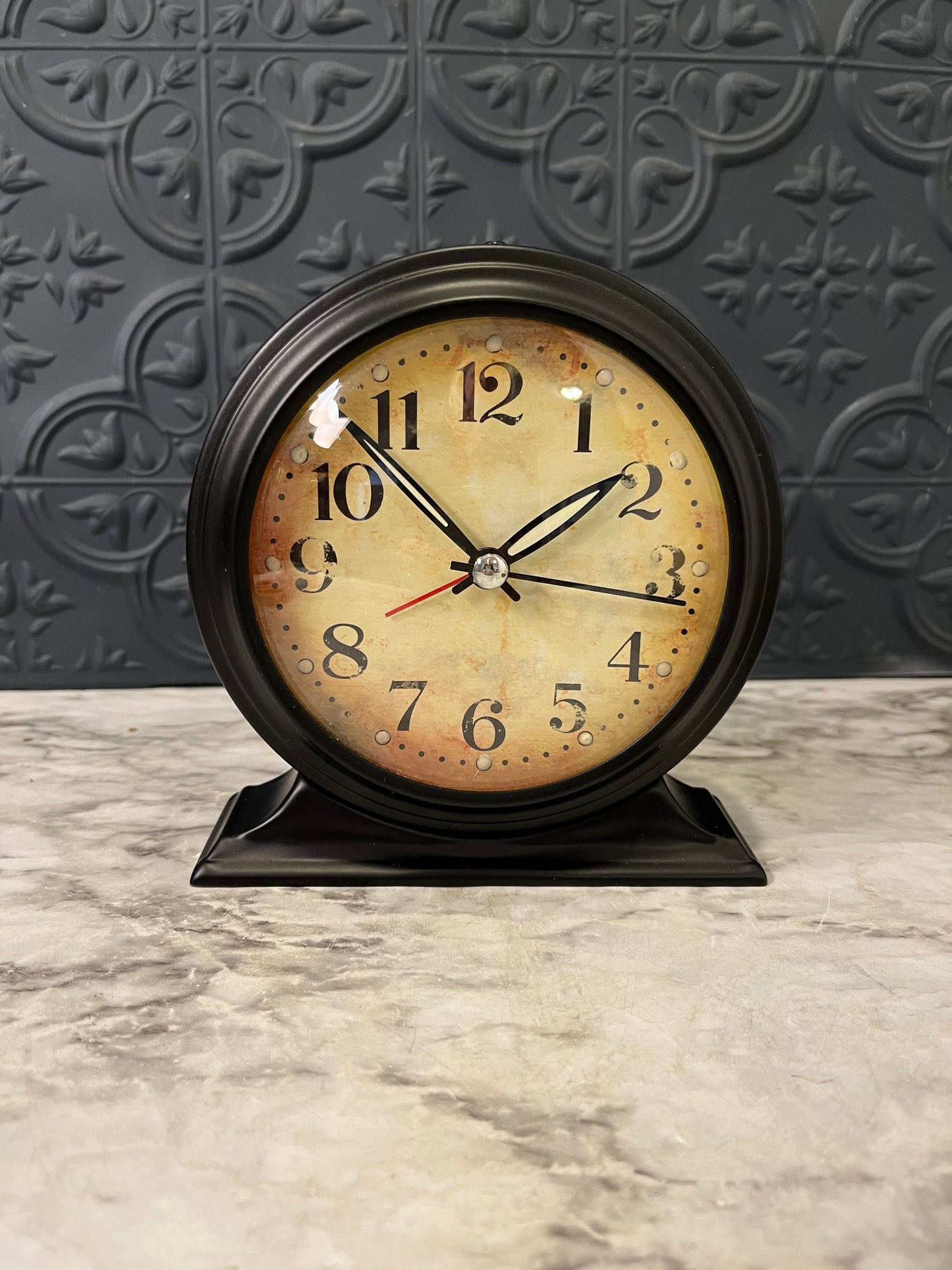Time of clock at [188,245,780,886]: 1:52
